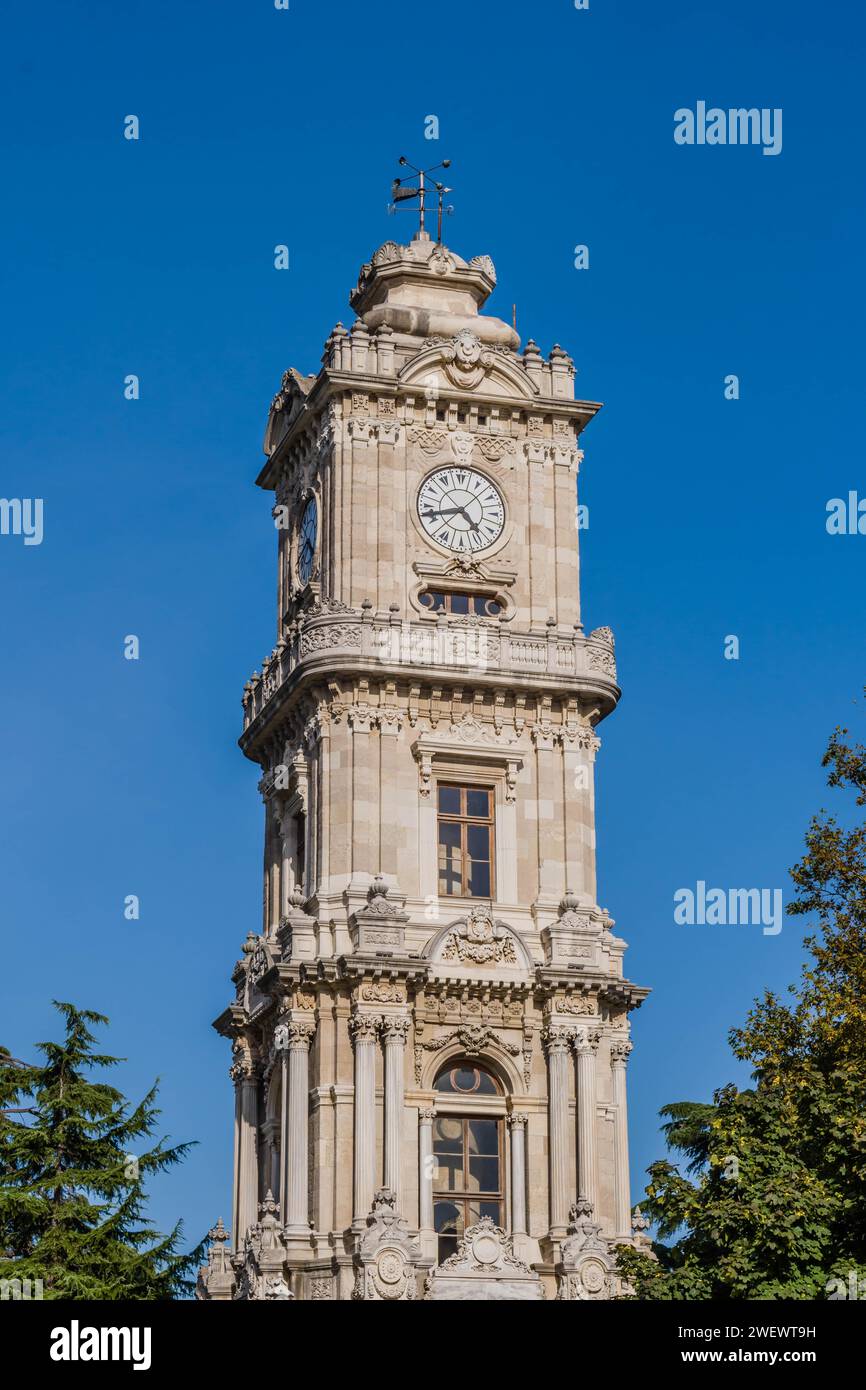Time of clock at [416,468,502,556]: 4:42
